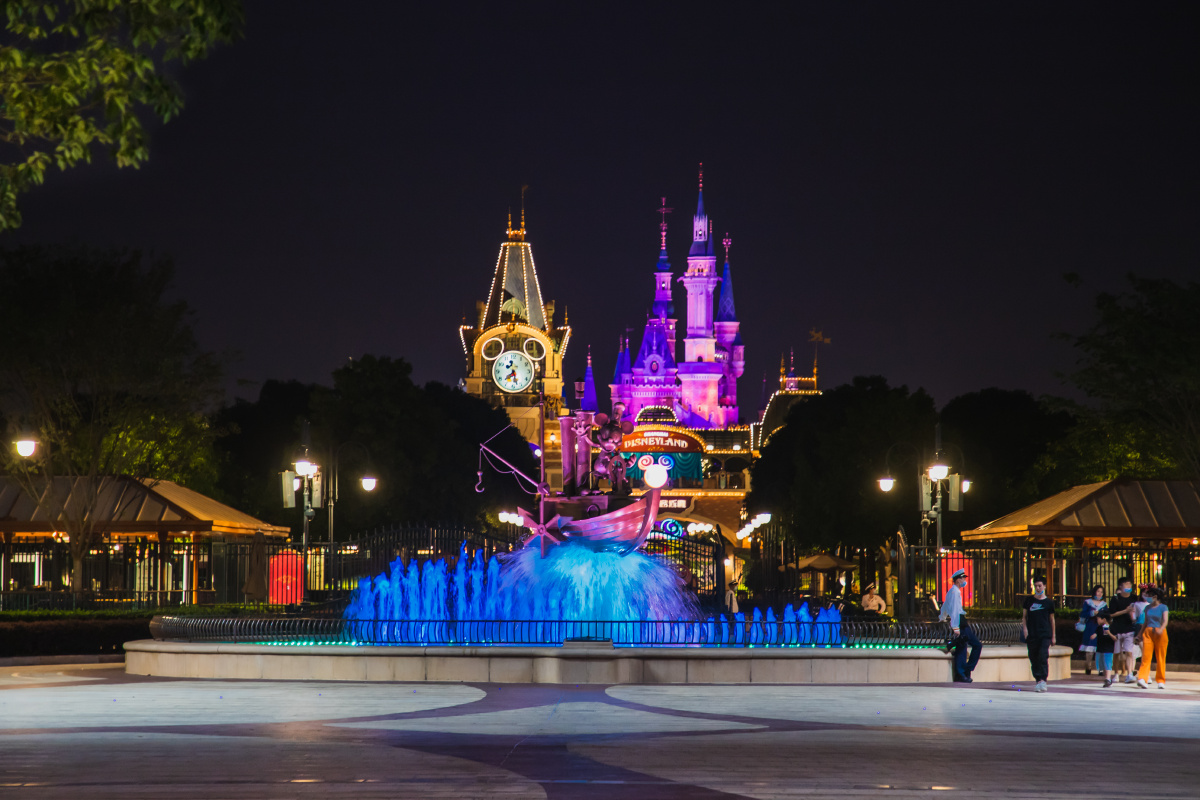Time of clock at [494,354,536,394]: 7:27
